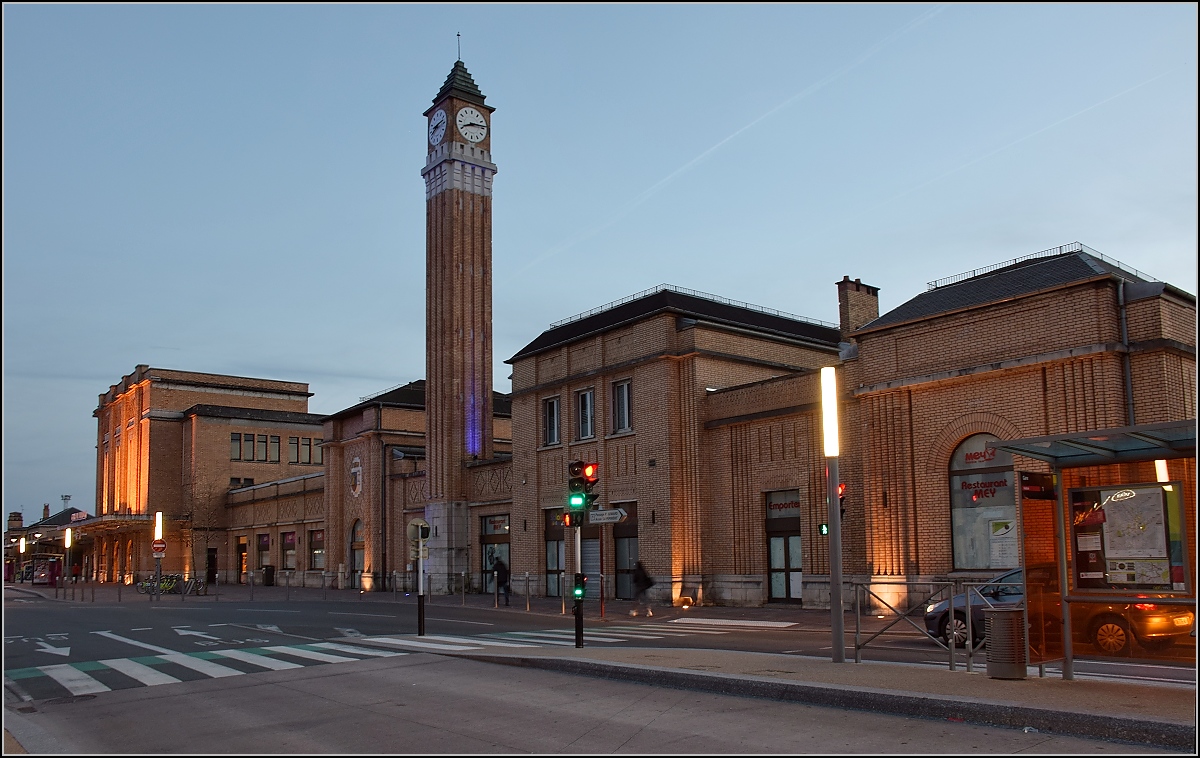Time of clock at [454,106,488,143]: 8:13
